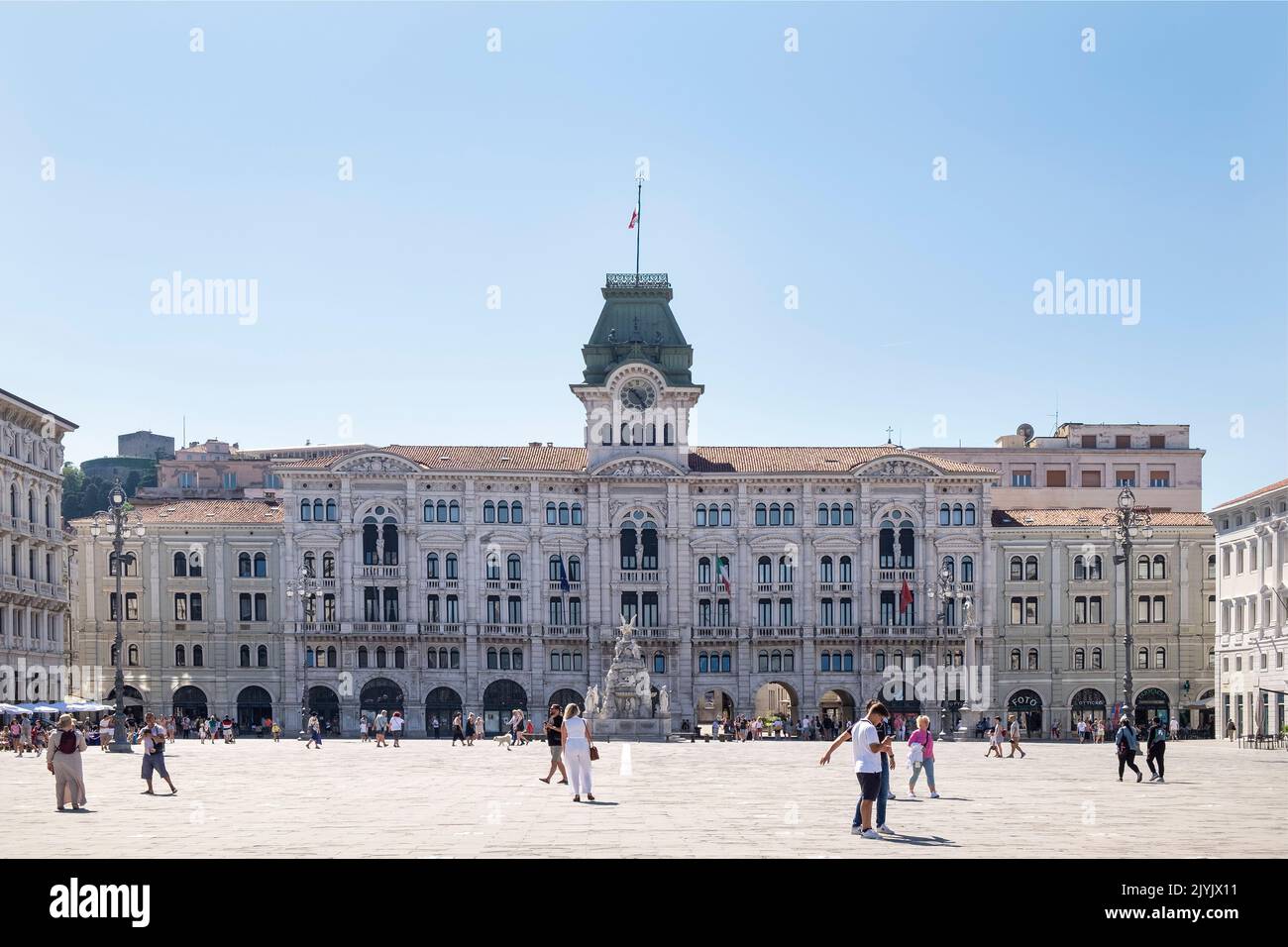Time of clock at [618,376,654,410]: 10:24
